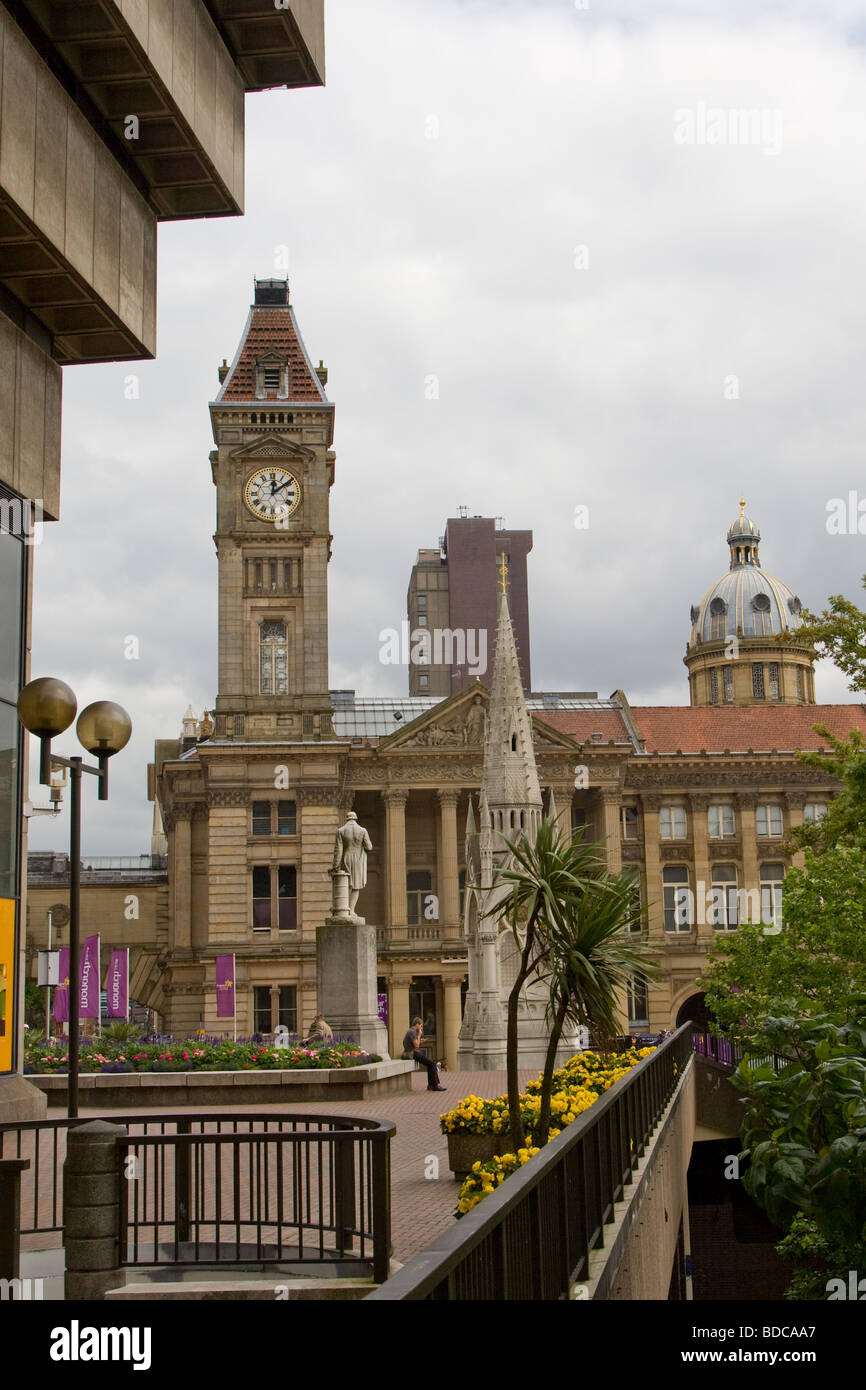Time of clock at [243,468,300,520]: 12:08
